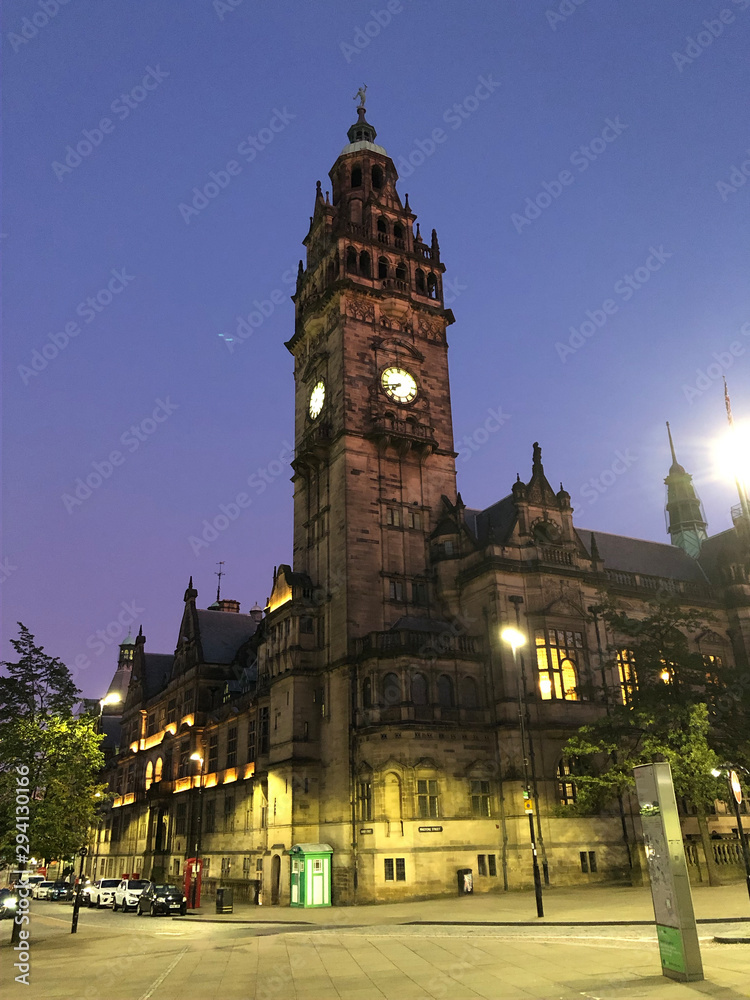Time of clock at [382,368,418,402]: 7:42
